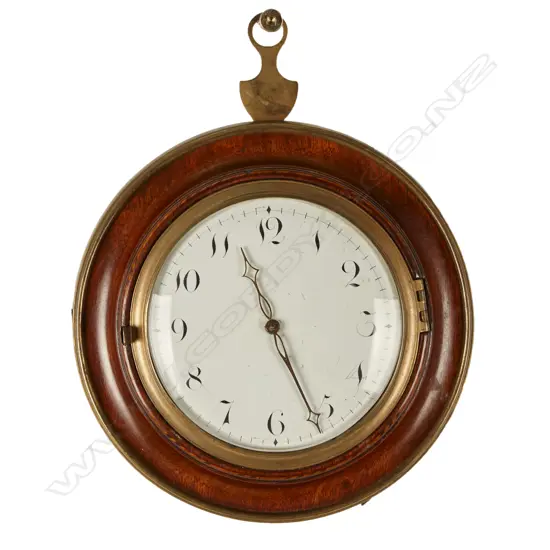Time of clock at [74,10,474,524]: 11:26
